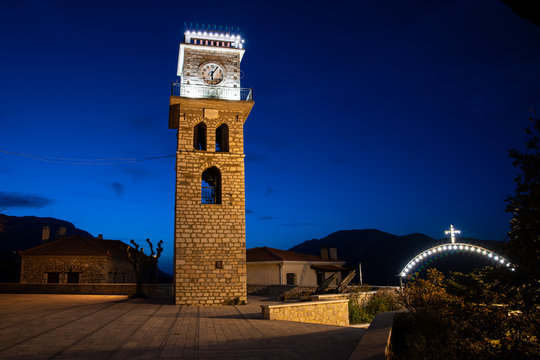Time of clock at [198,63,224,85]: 6:05
